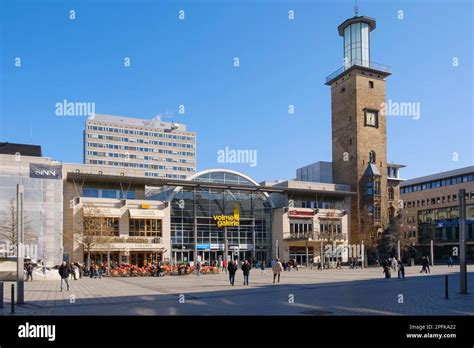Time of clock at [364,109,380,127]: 12:28
